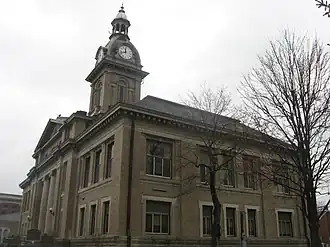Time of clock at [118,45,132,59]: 11:42
